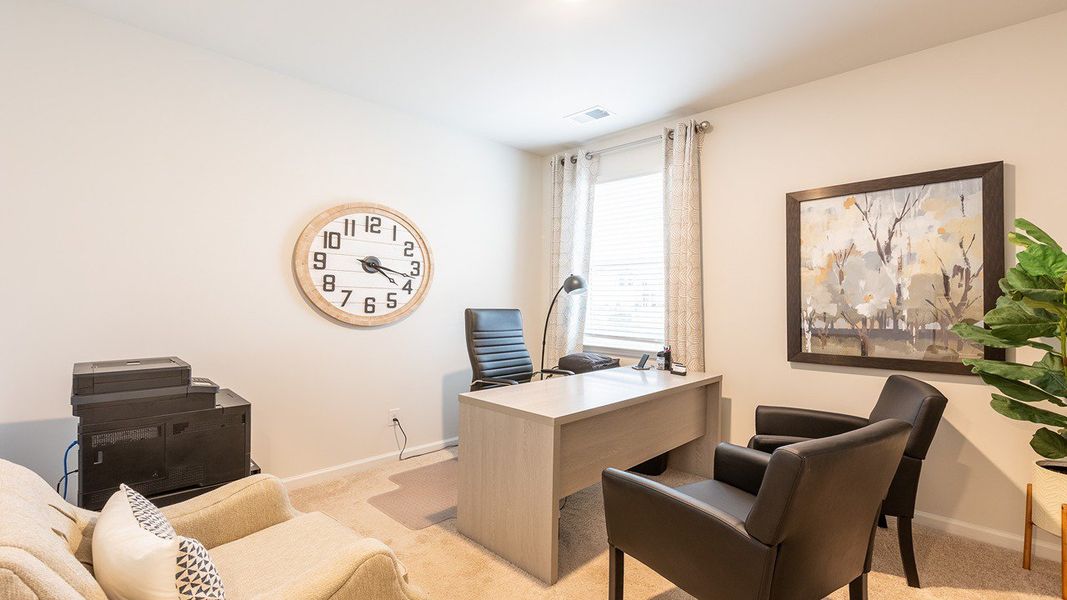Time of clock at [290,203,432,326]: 4:17
